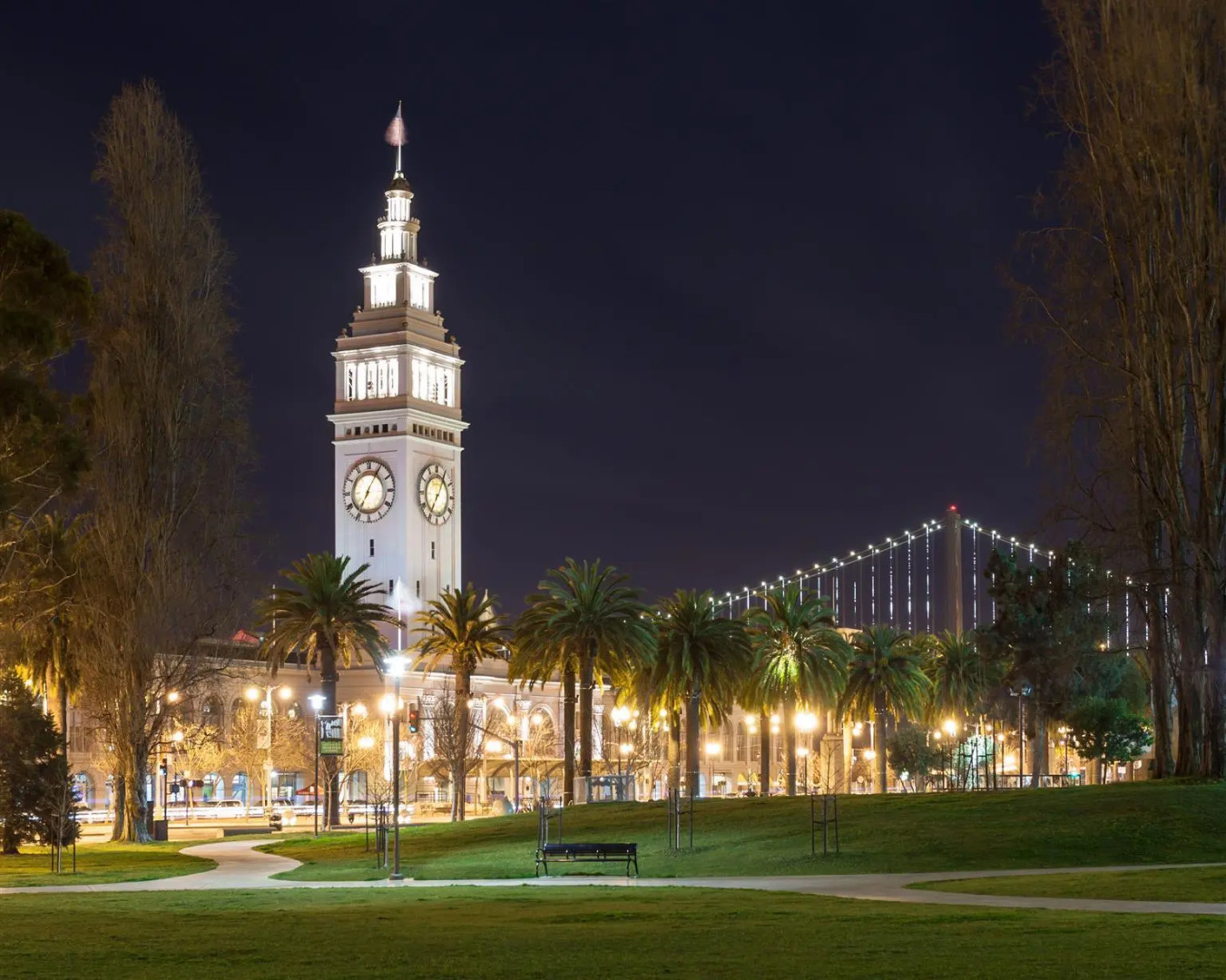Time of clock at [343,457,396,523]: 7:05
